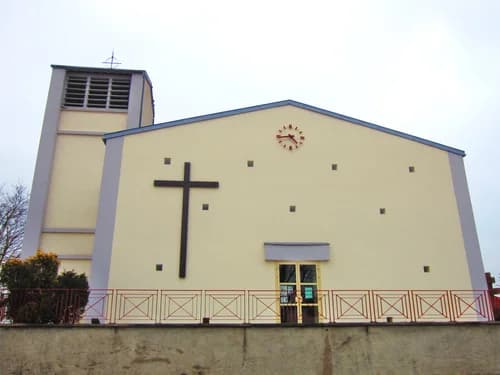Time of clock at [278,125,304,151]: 4:43
